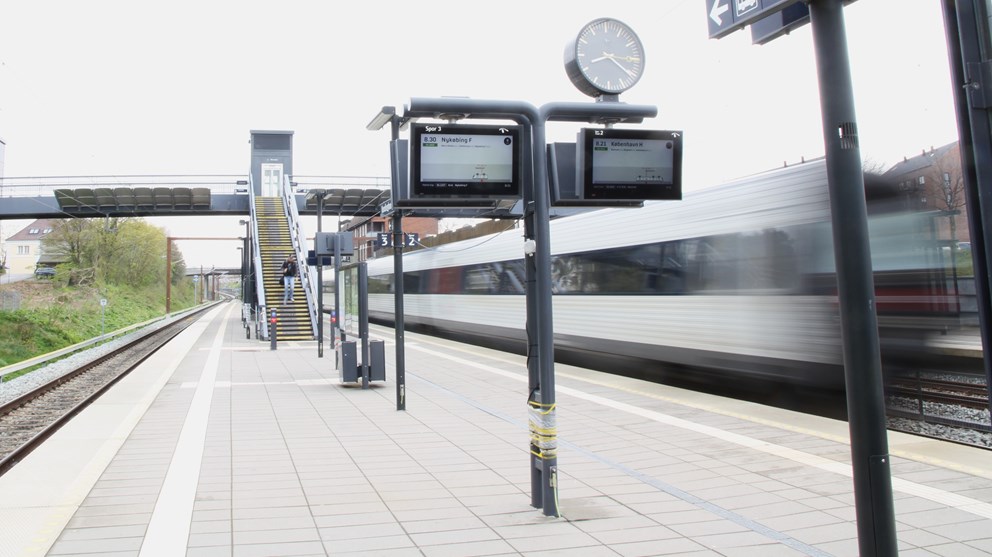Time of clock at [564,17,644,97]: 8:20
